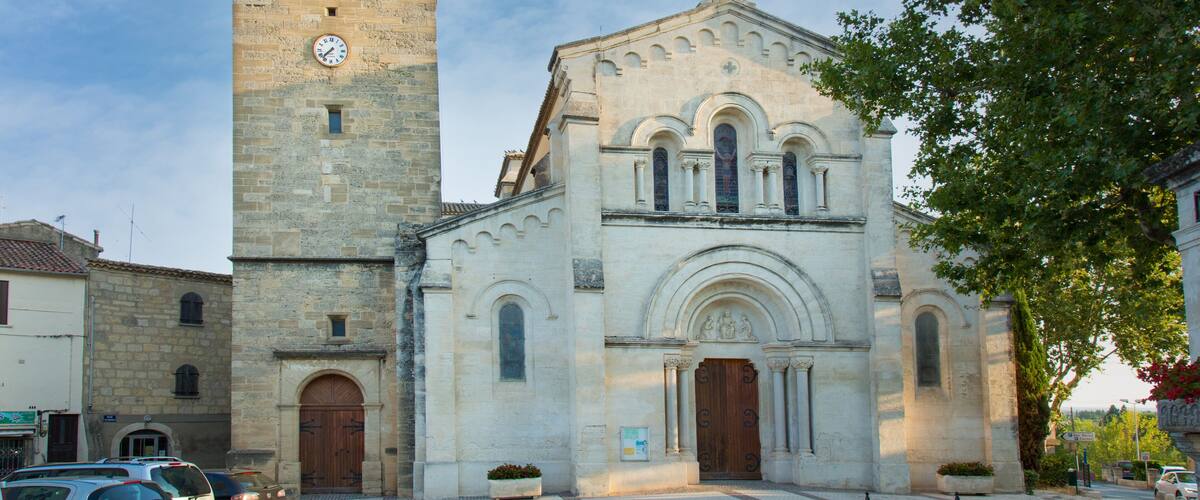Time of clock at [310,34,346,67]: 7:37
